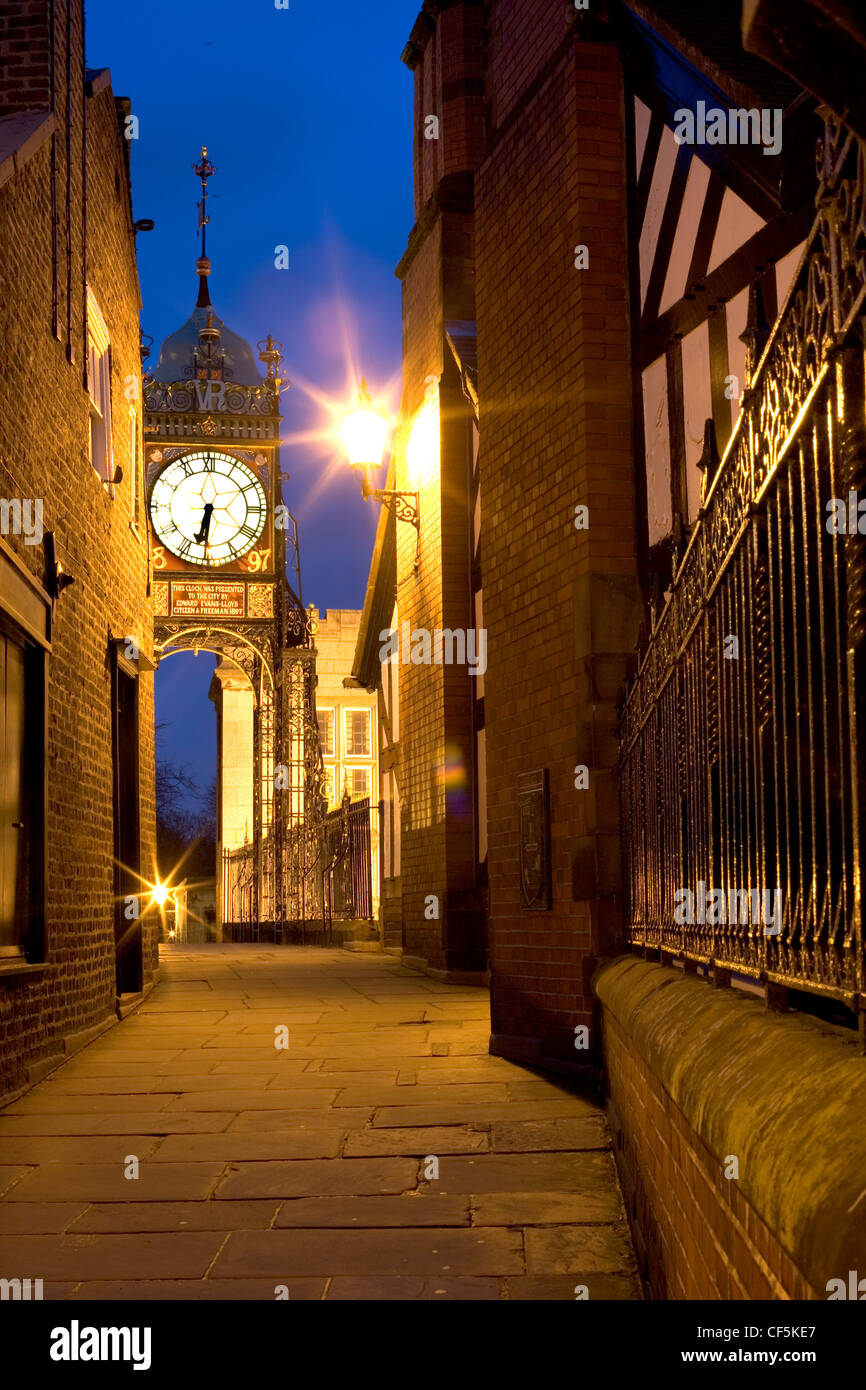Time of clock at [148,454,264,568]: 6:30
